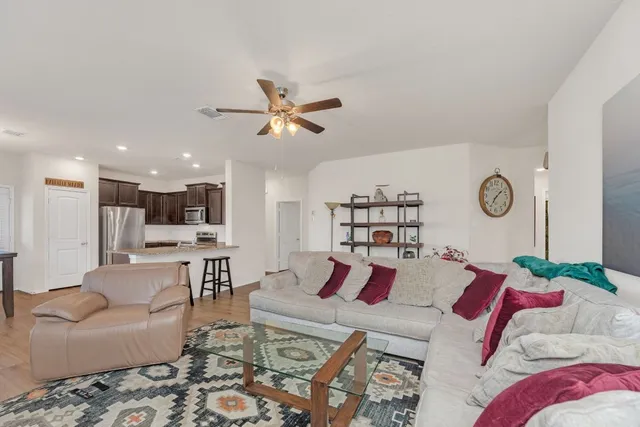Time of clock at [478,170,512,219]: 7:08
